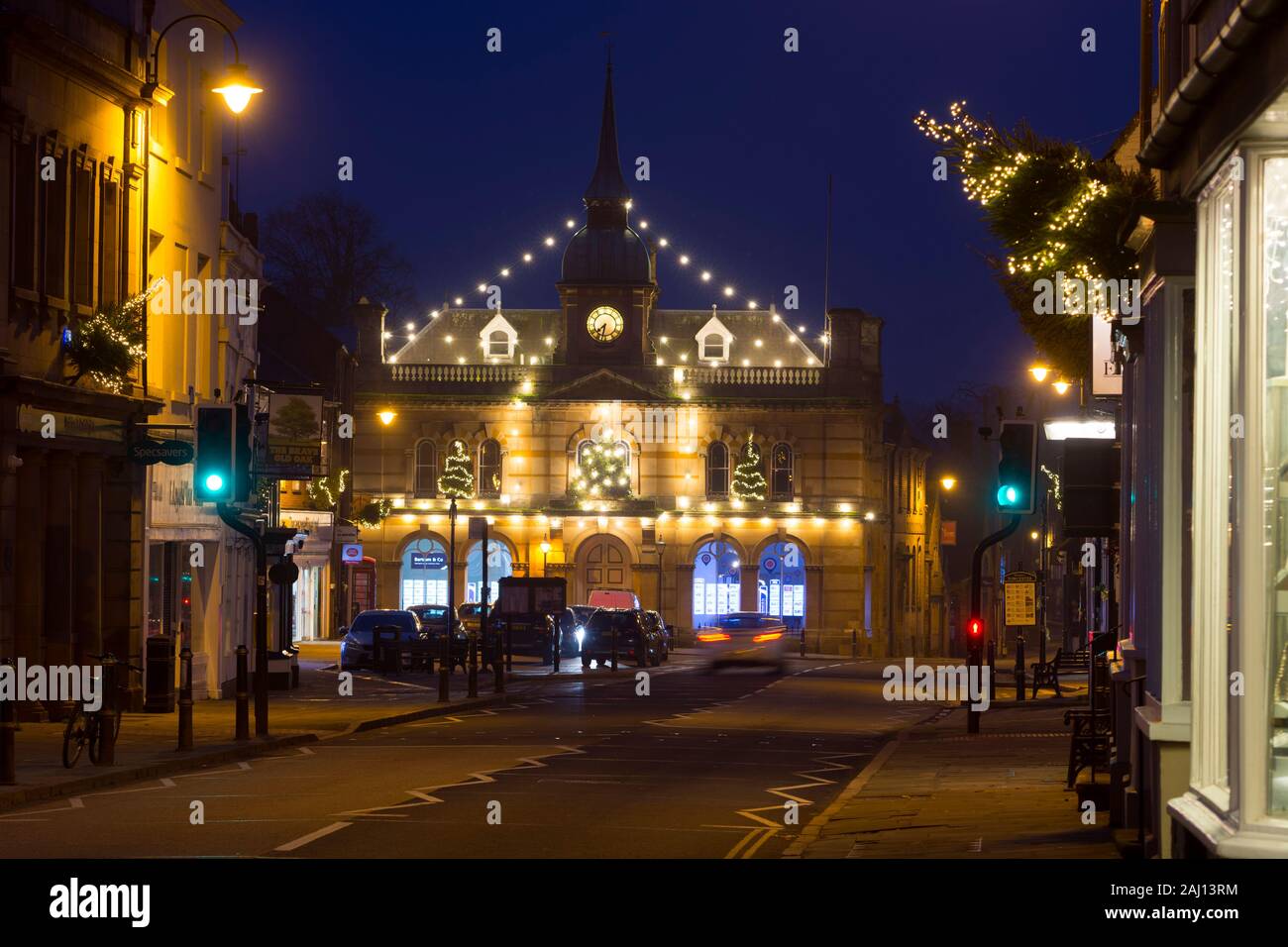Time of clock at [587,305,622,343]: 7:32
